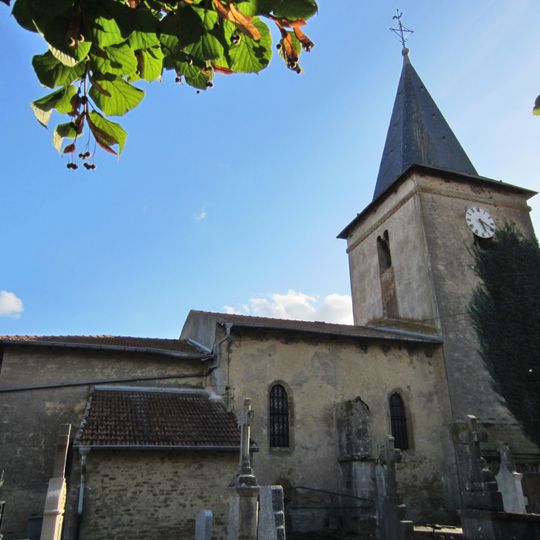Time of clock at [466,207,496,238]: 5:18
